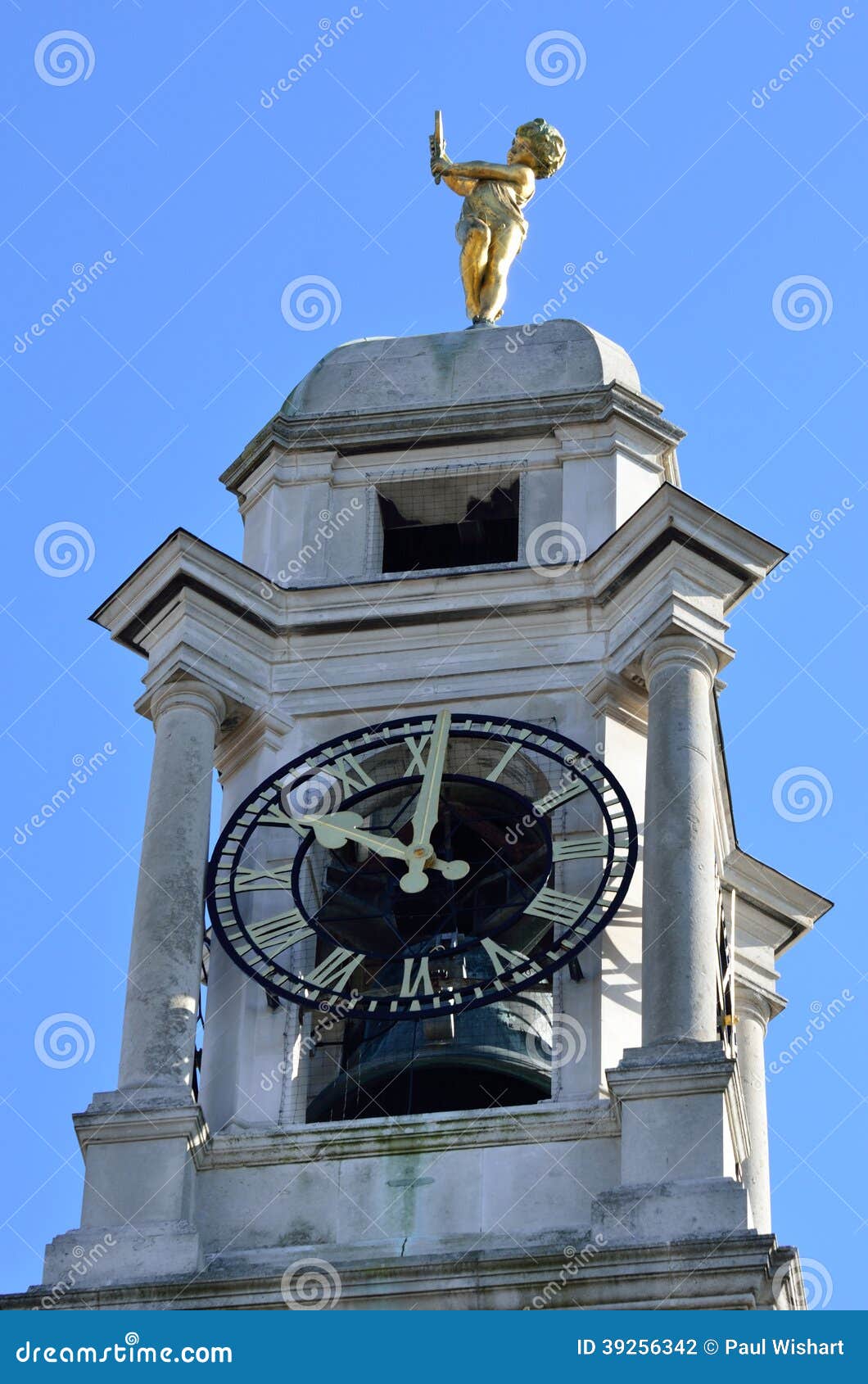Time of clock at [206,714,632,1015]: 10:00
